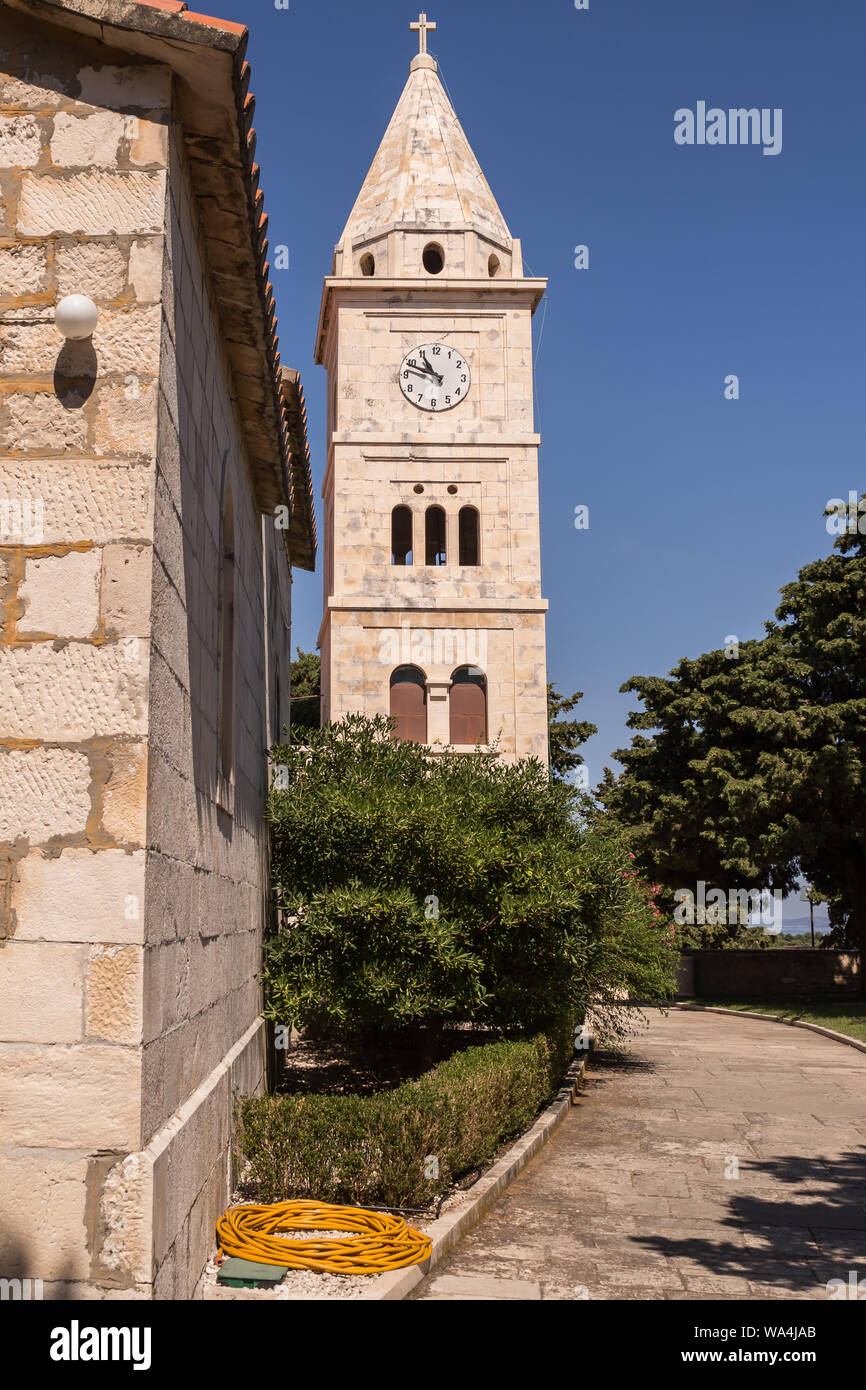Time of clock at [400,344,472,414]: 10:48
